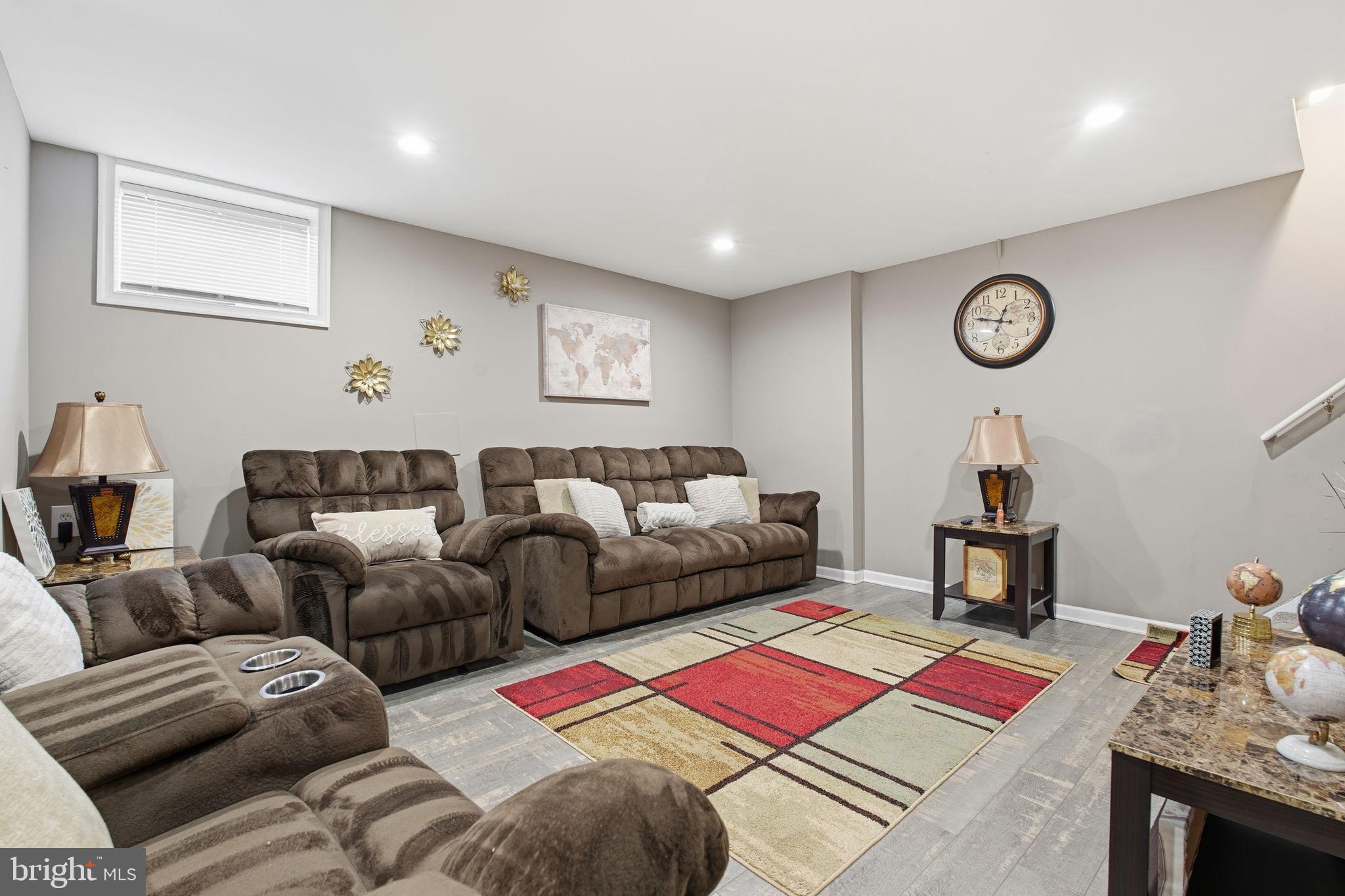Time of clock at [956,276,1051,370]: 12:47
